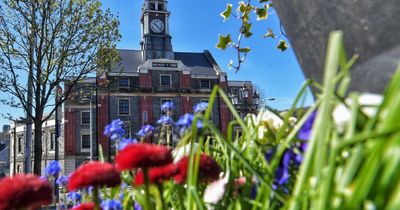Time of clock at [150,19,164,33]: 10:22
